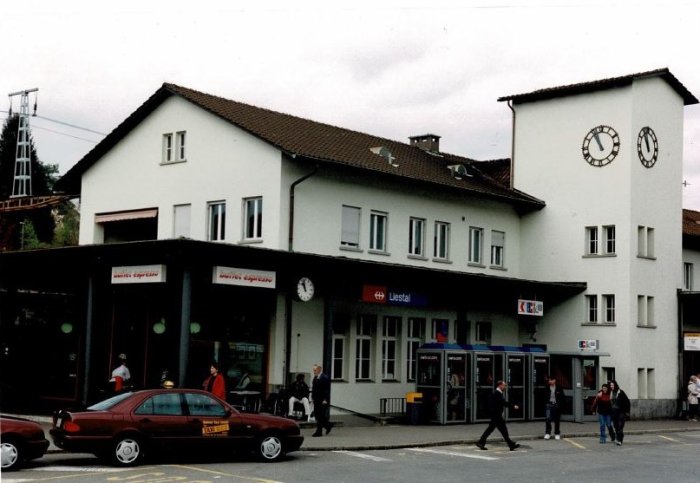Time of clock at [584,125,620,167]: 10:56
